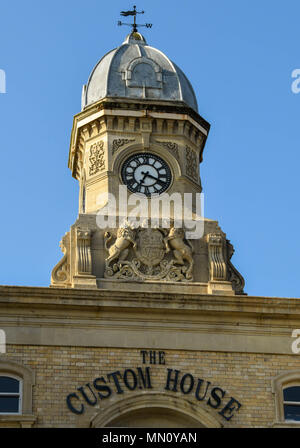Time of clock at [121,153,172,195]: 3:34
